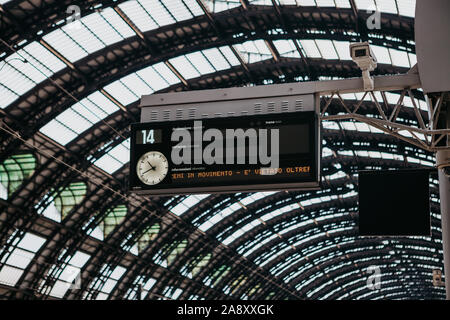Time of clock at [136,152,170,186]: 10:41
